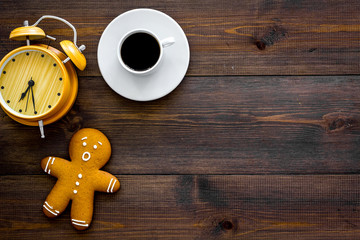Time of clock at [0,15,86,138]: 7:30
